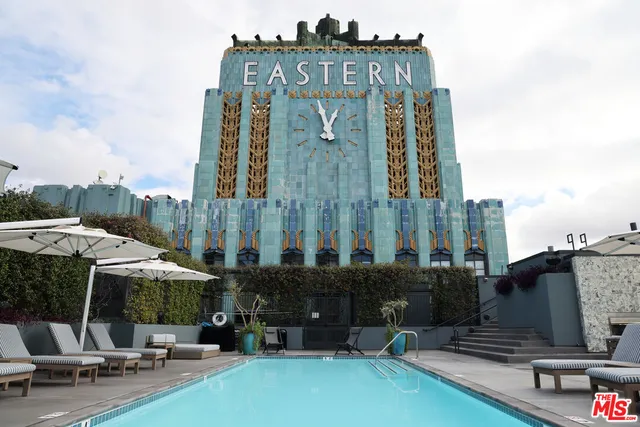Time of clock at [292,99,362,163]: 12:57
